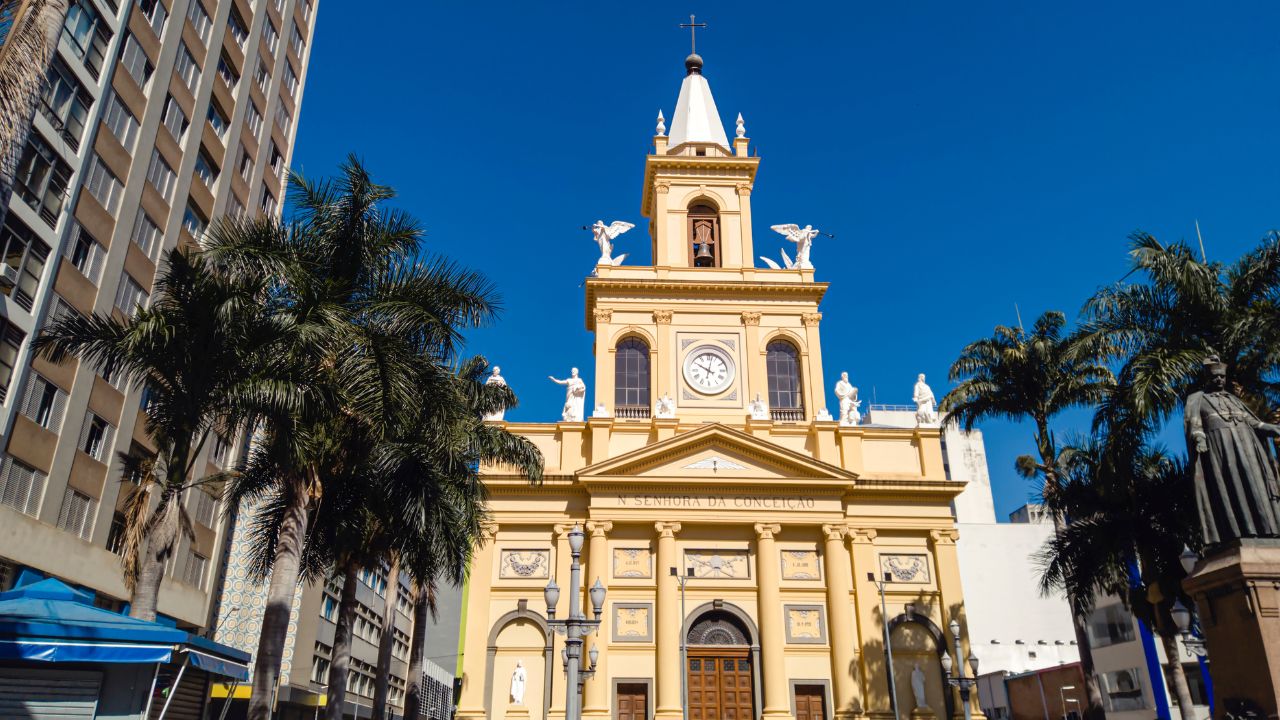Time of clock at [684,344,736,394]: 10:02
